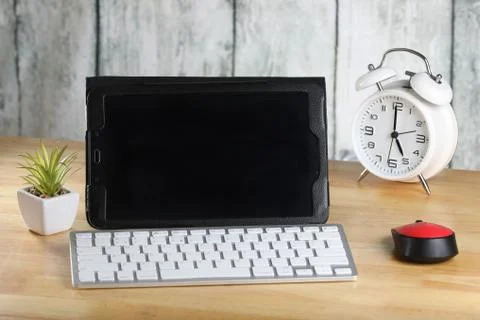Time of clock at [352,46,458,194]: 4:59
